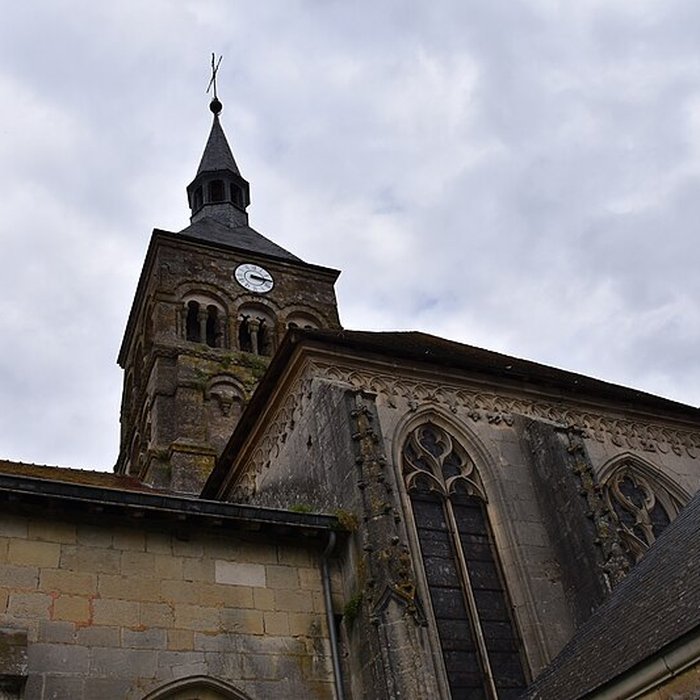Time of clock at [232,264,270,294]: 3:14
